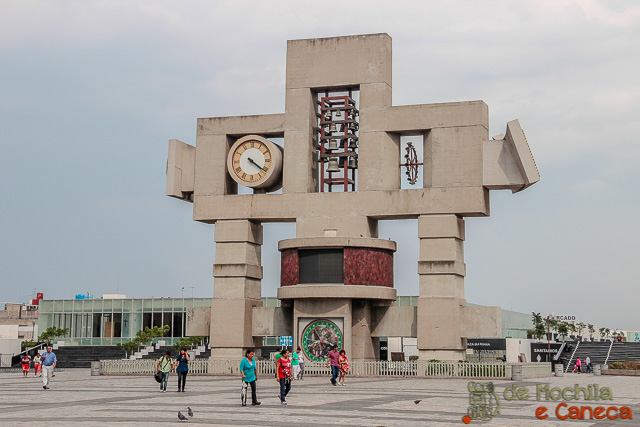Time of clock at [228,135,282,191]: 4:21
